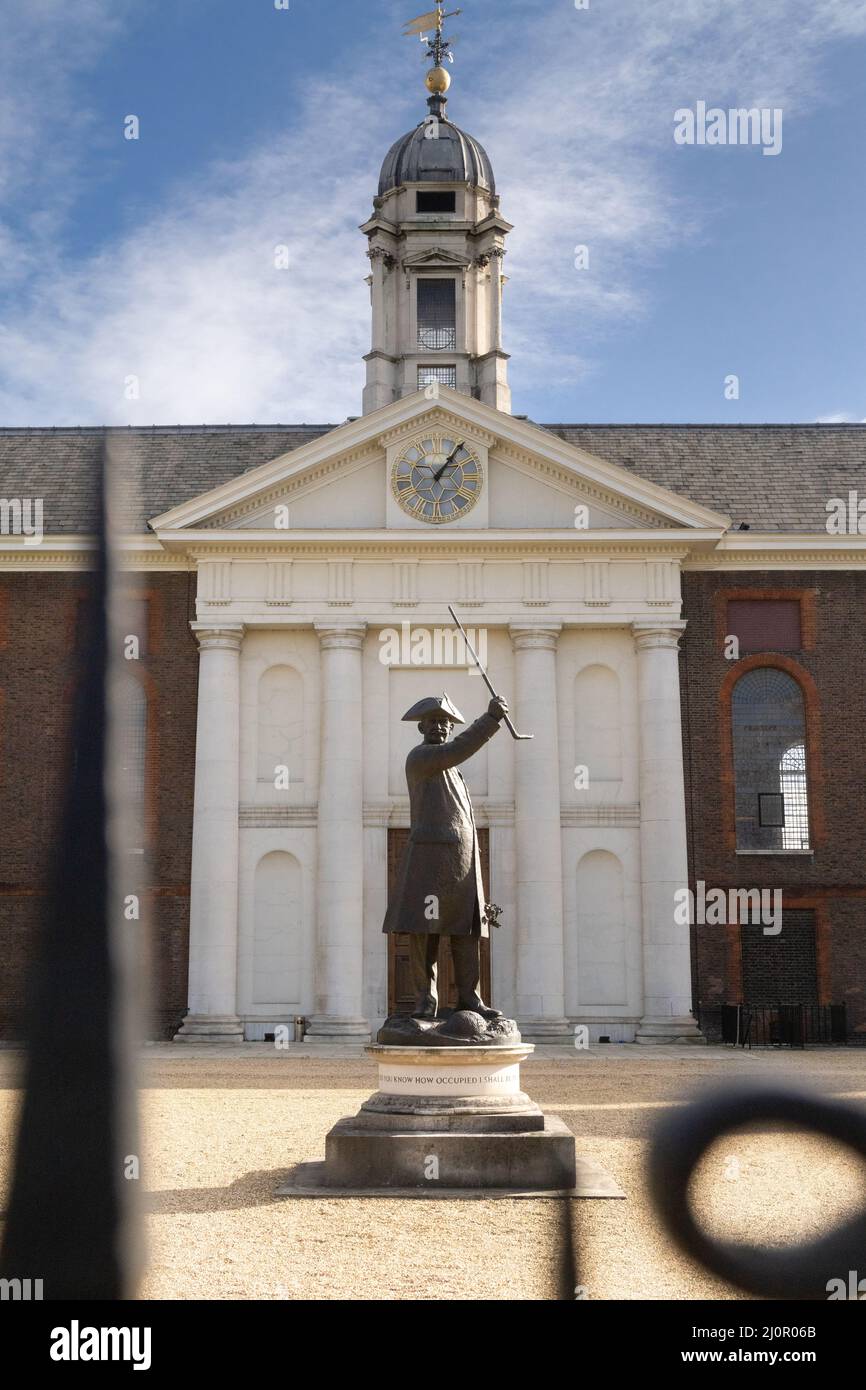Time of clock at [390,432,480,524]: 1:05
